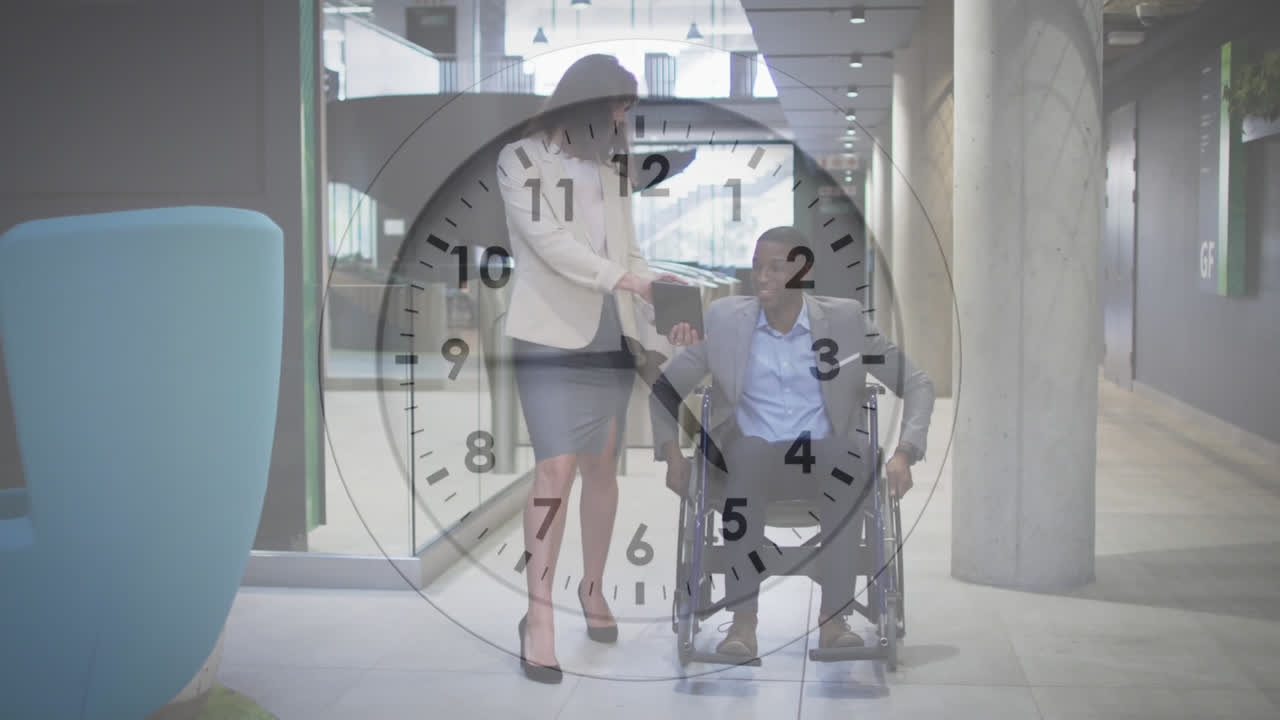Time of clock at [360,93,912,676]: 4:44
